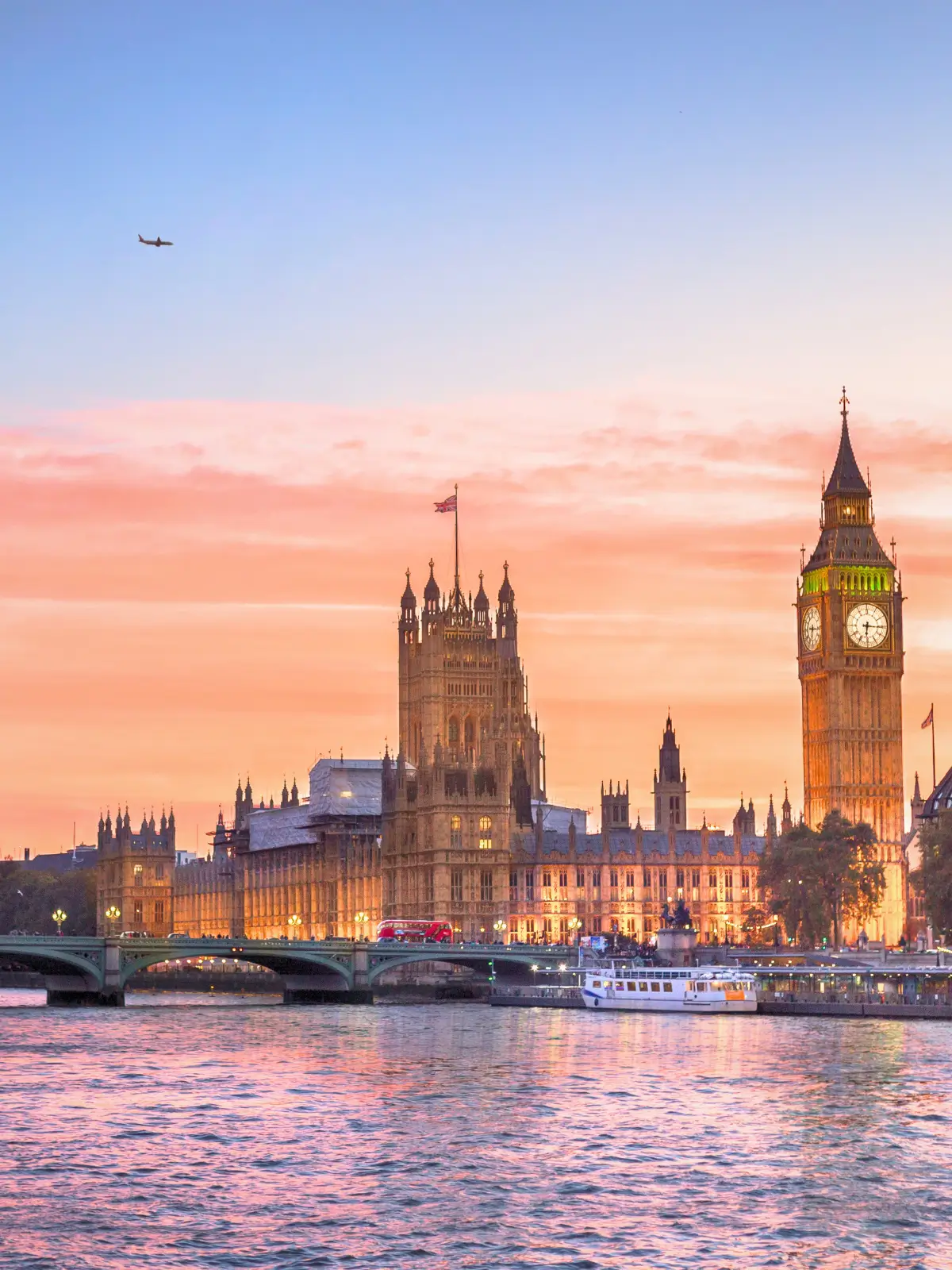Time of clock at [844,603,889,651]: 6:15
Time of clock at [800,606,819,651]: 6:15
